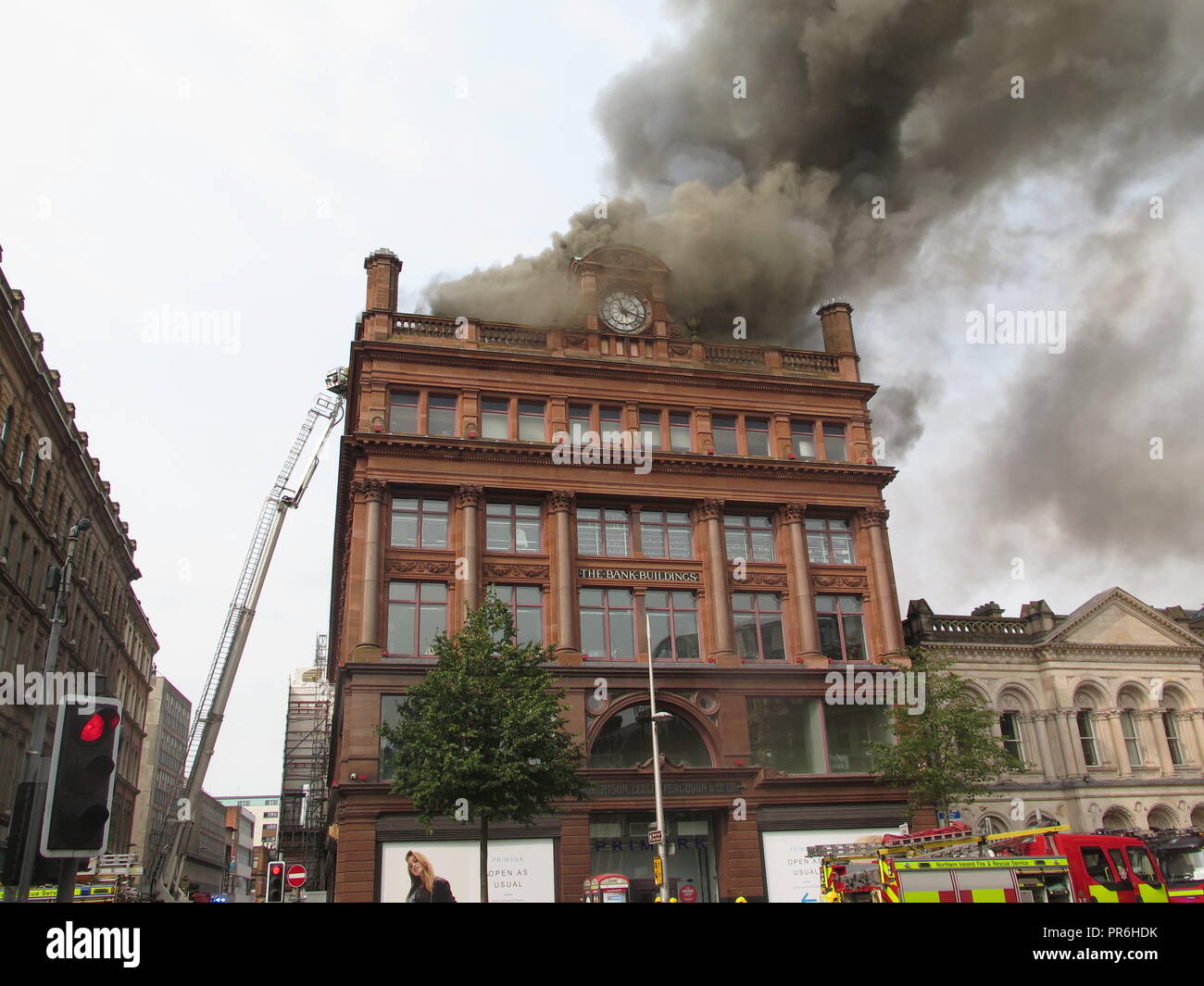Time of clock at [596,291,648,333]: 11:17
